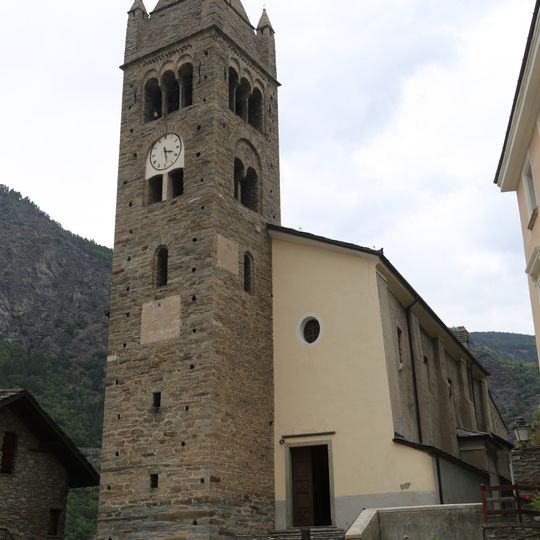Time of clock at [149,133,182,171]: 3:28
